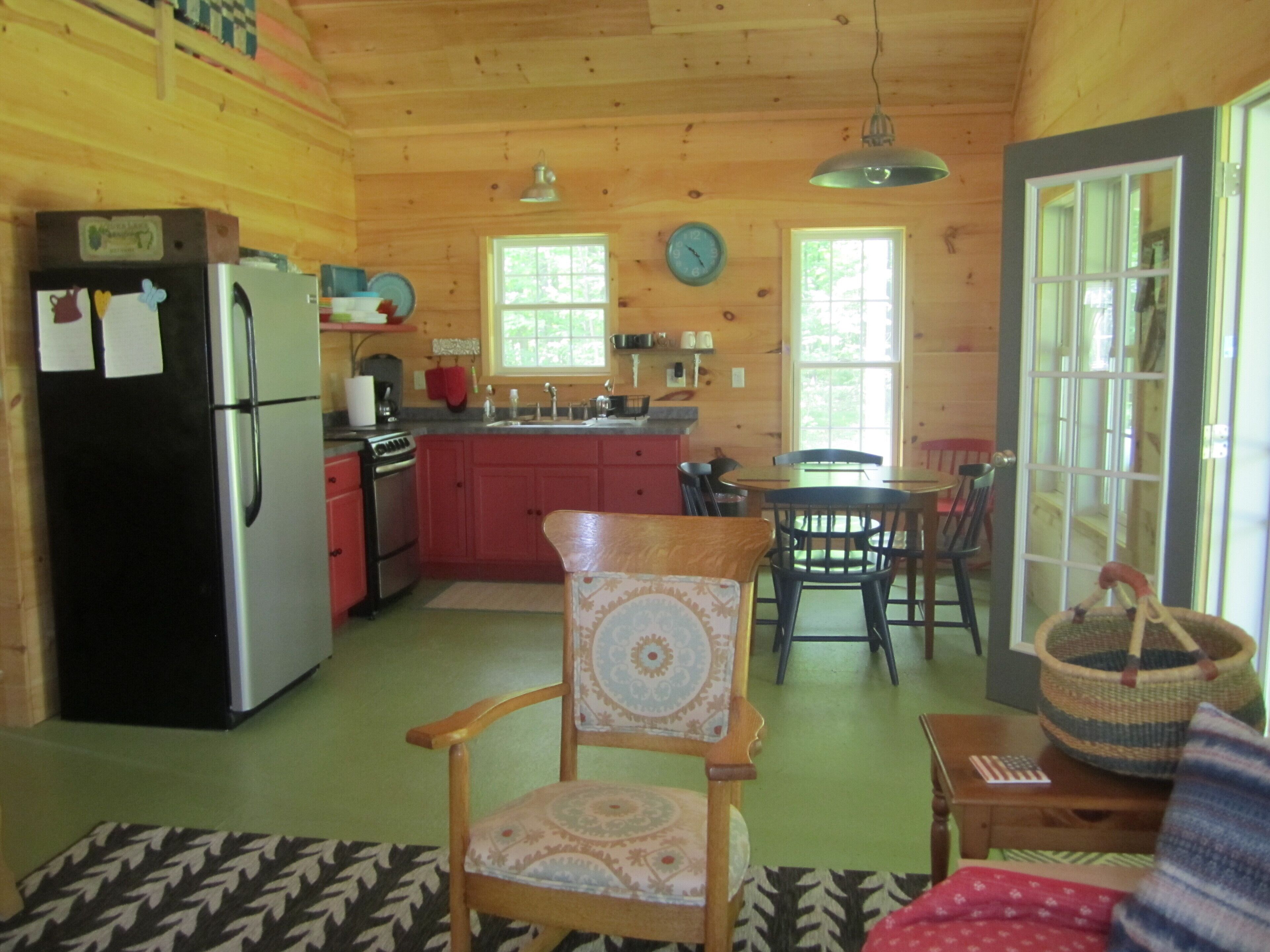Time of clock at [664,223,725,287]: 10:24
